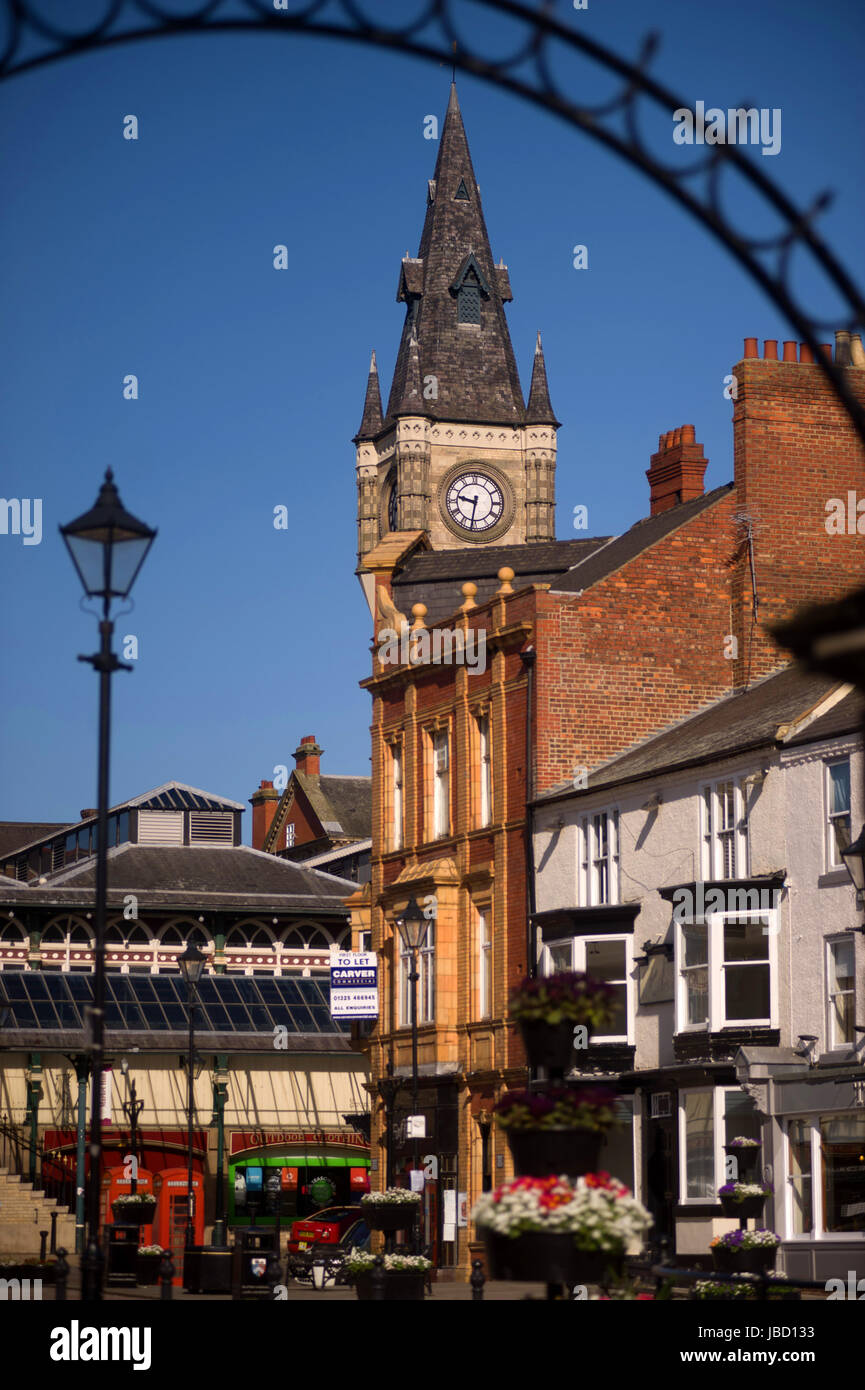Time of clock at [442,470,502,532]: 9:31
